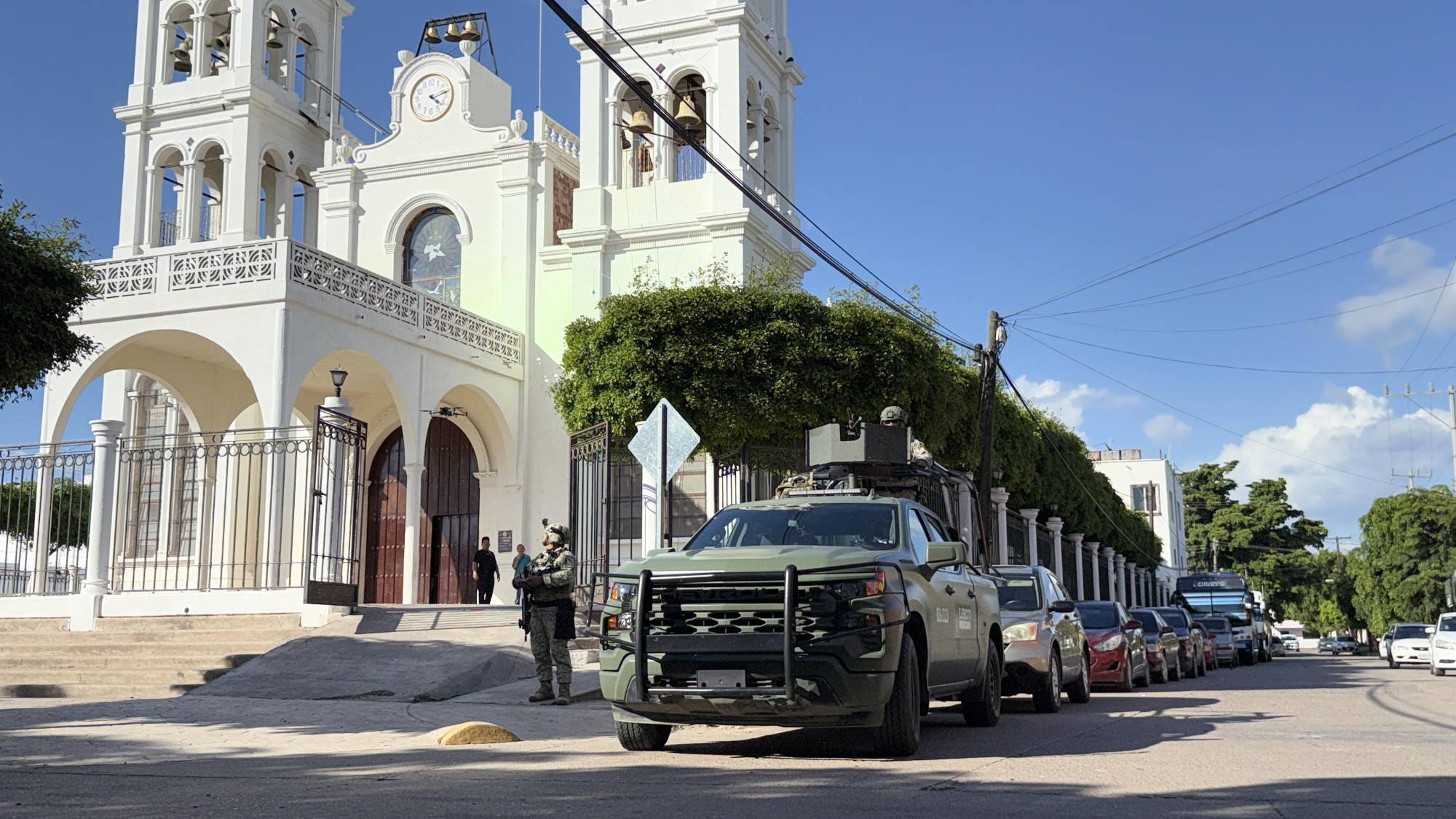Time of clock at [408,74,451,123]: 4:12
